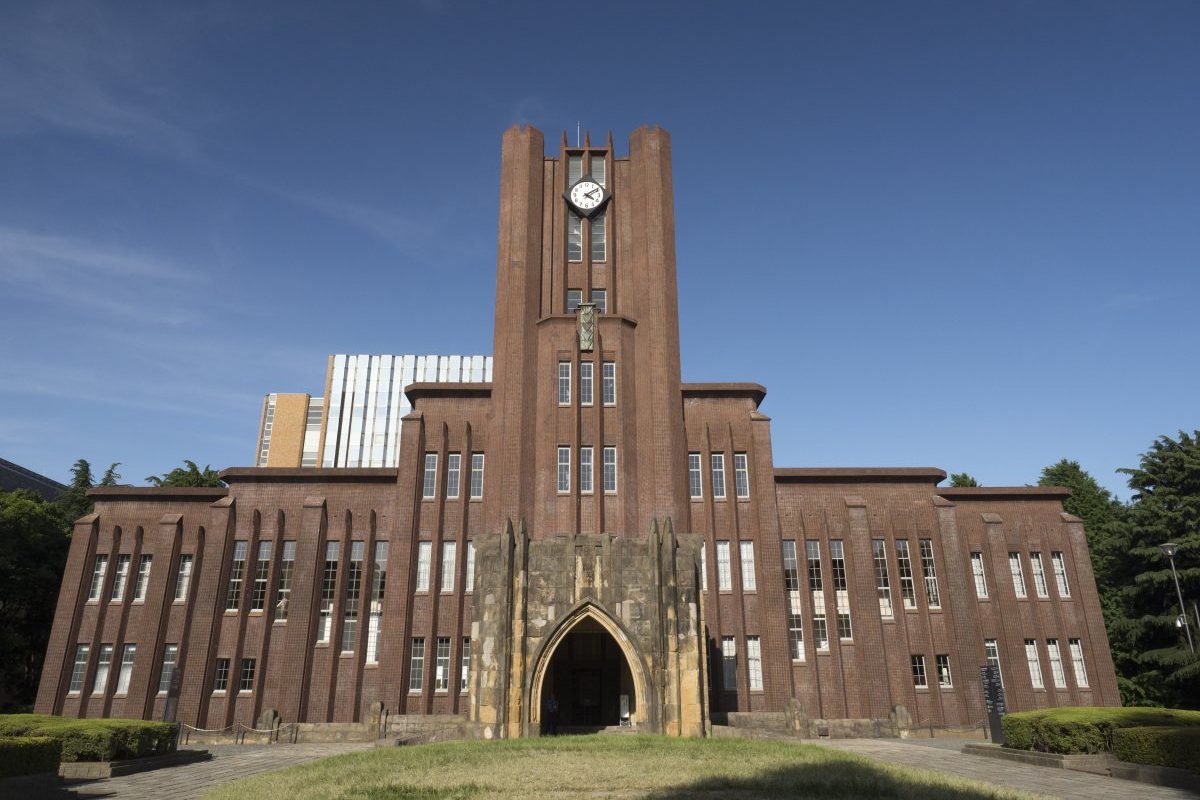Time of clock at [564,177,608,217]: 4:09
